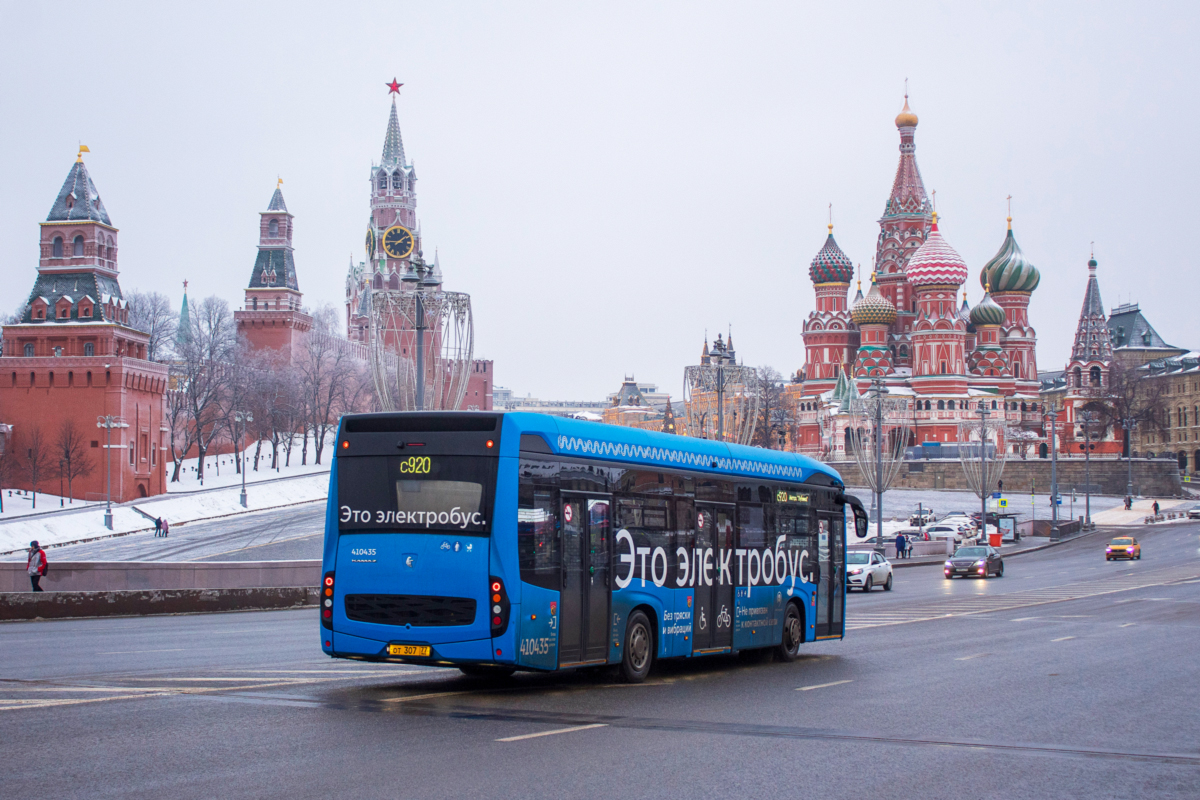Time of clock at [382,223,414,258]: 1:45
